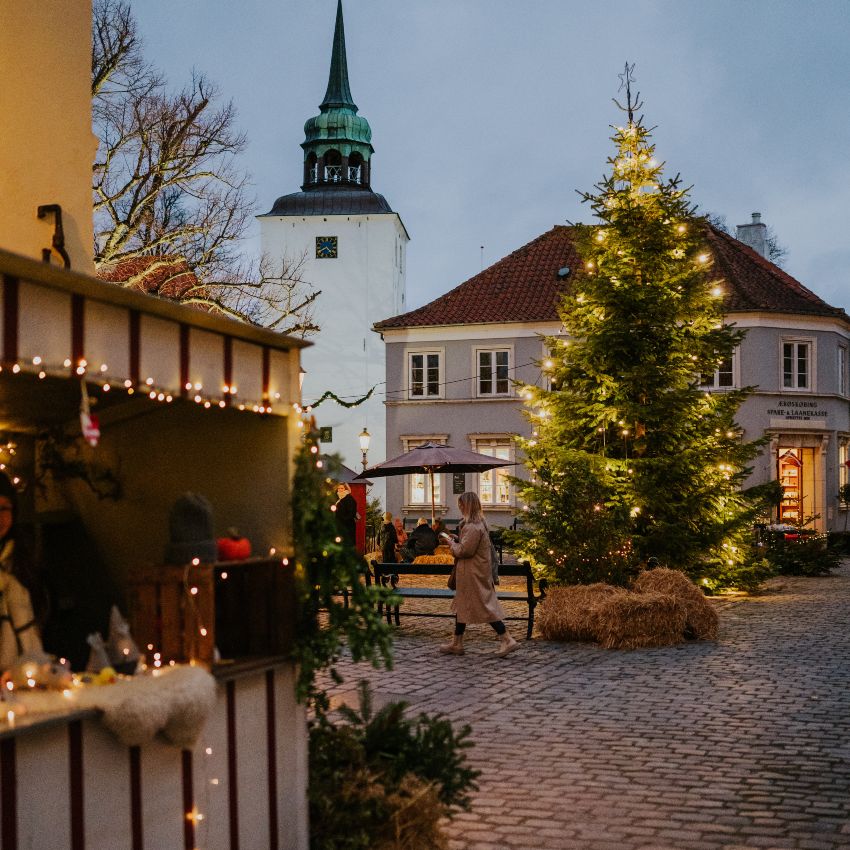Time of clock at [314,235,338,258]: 4:40
